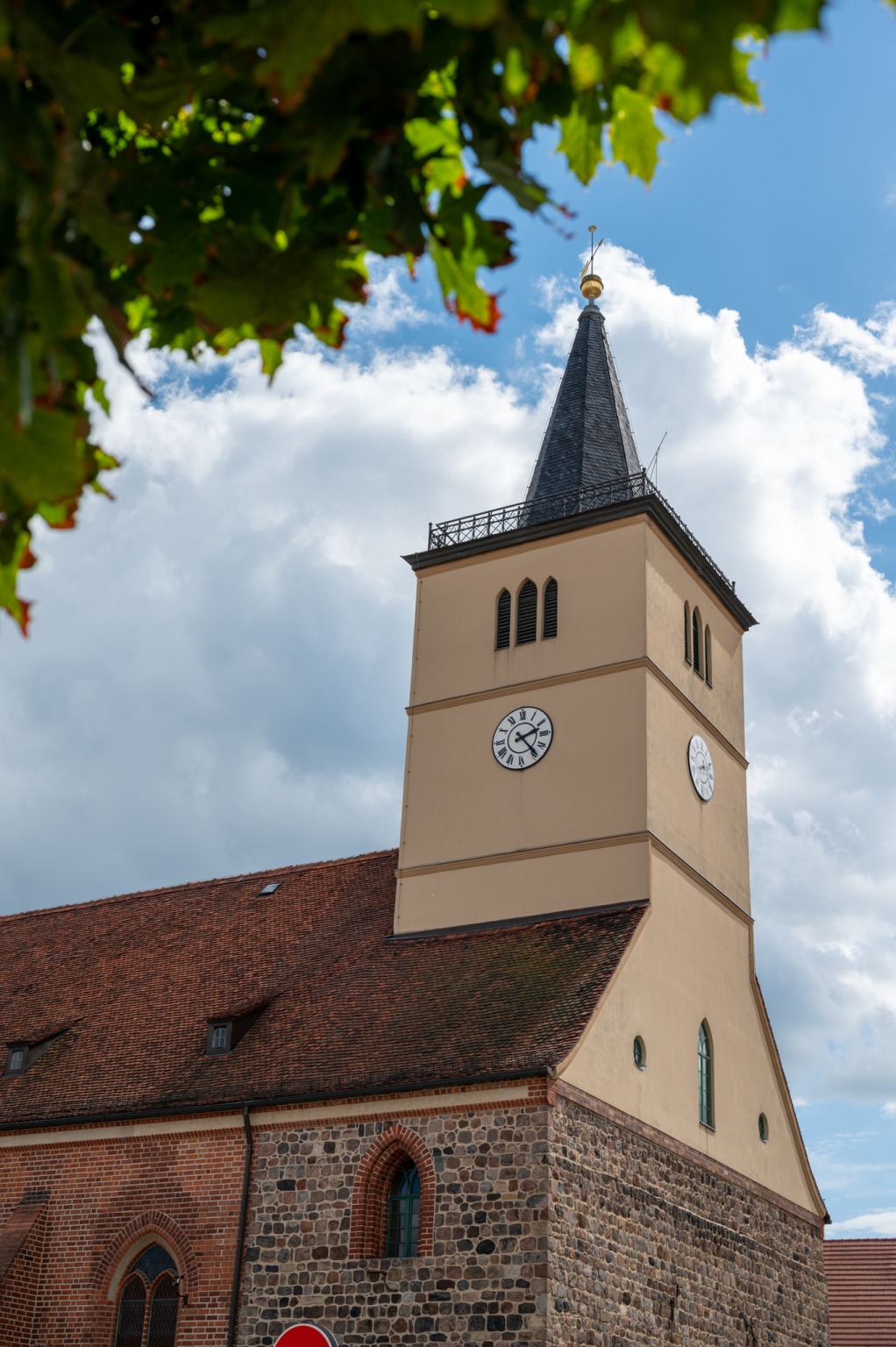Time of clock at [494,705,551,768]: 2:23
